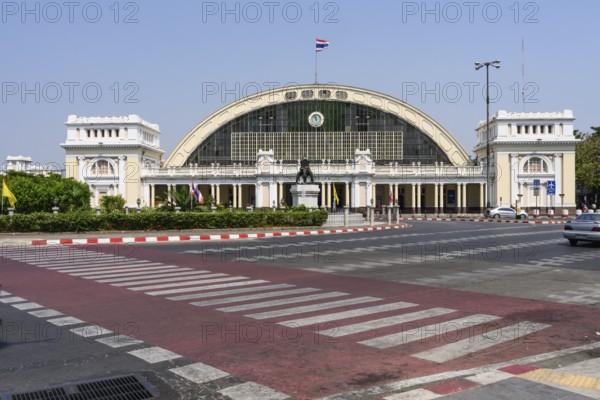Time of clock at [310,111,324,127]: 11:56
